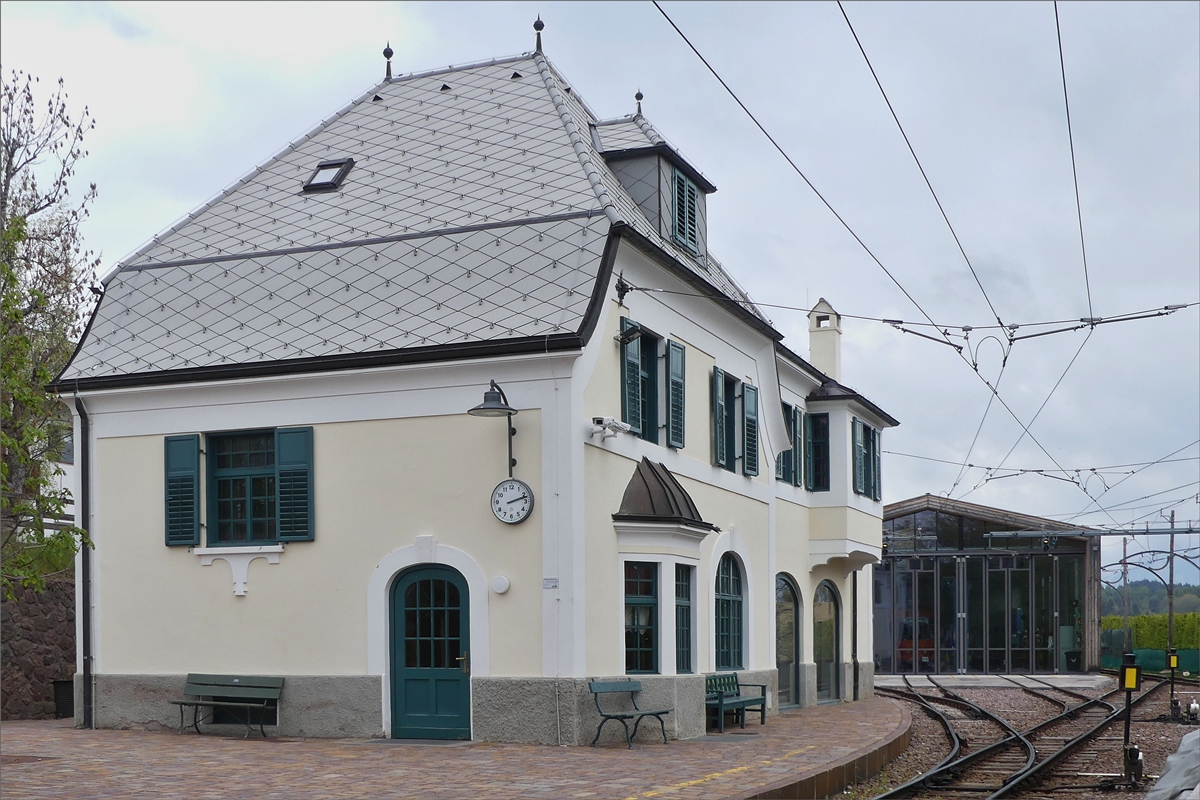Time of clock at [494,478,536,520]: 2:12
